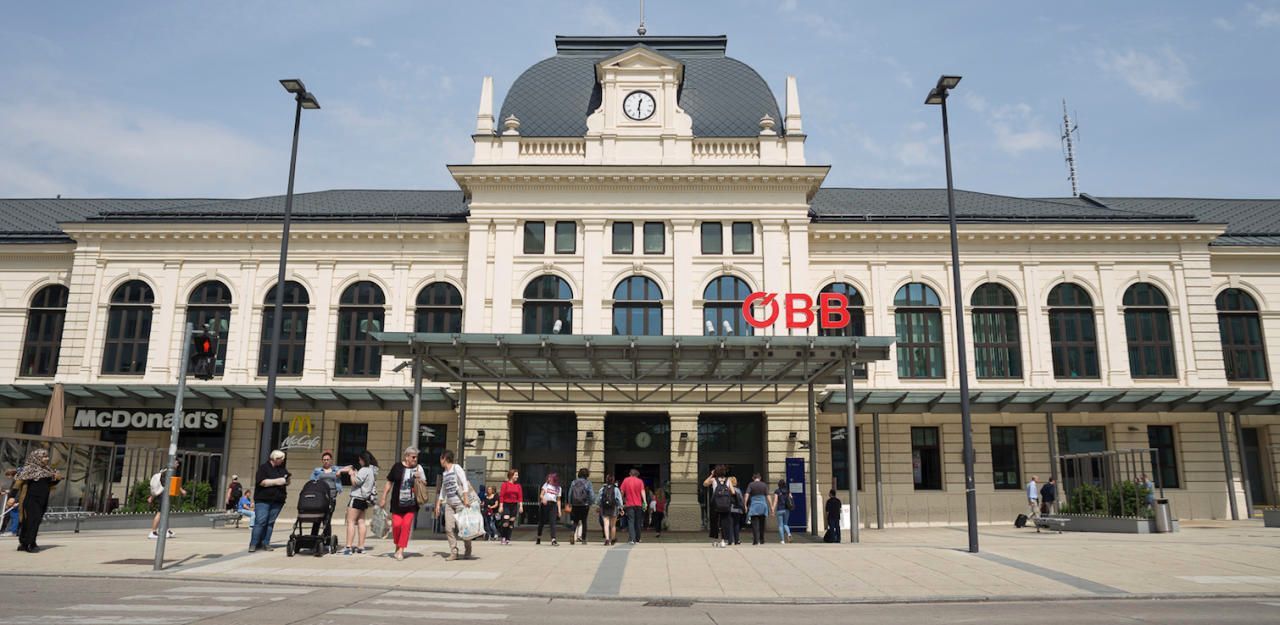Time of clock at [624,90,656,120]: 12:29
